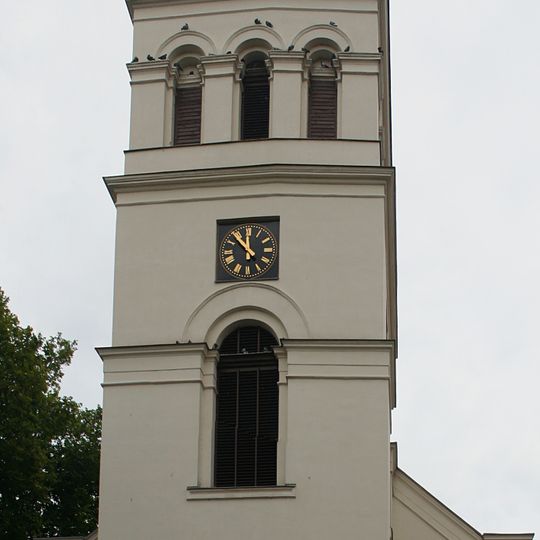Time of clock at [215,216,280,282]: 11:52
